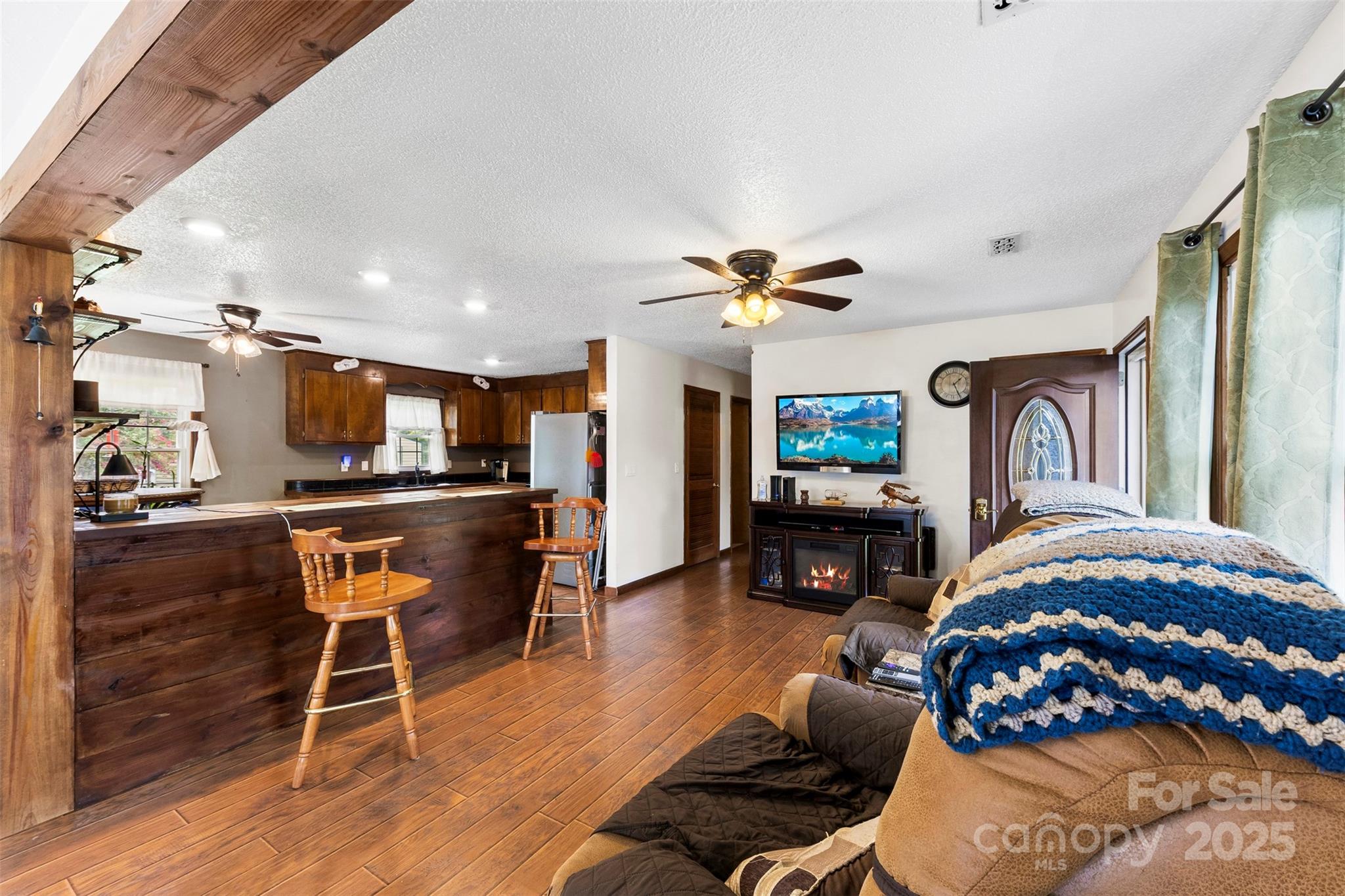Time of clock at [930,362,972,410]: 1:25
